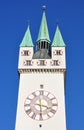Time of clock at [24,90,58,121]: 3:29
